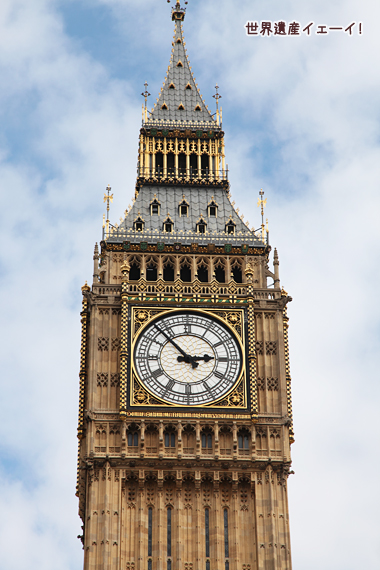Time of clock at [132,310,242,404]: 2:52
